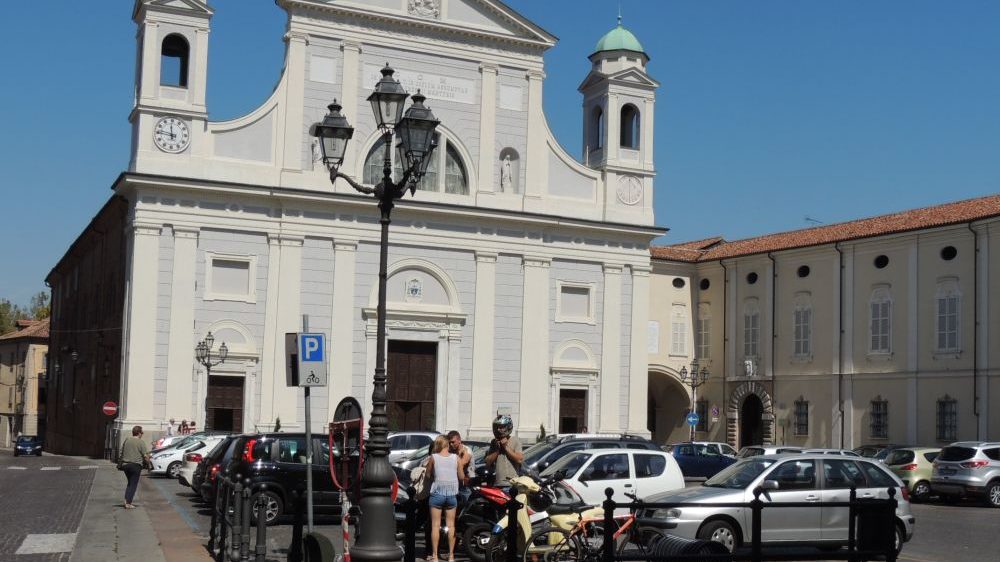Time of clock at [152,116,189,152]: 11:46
